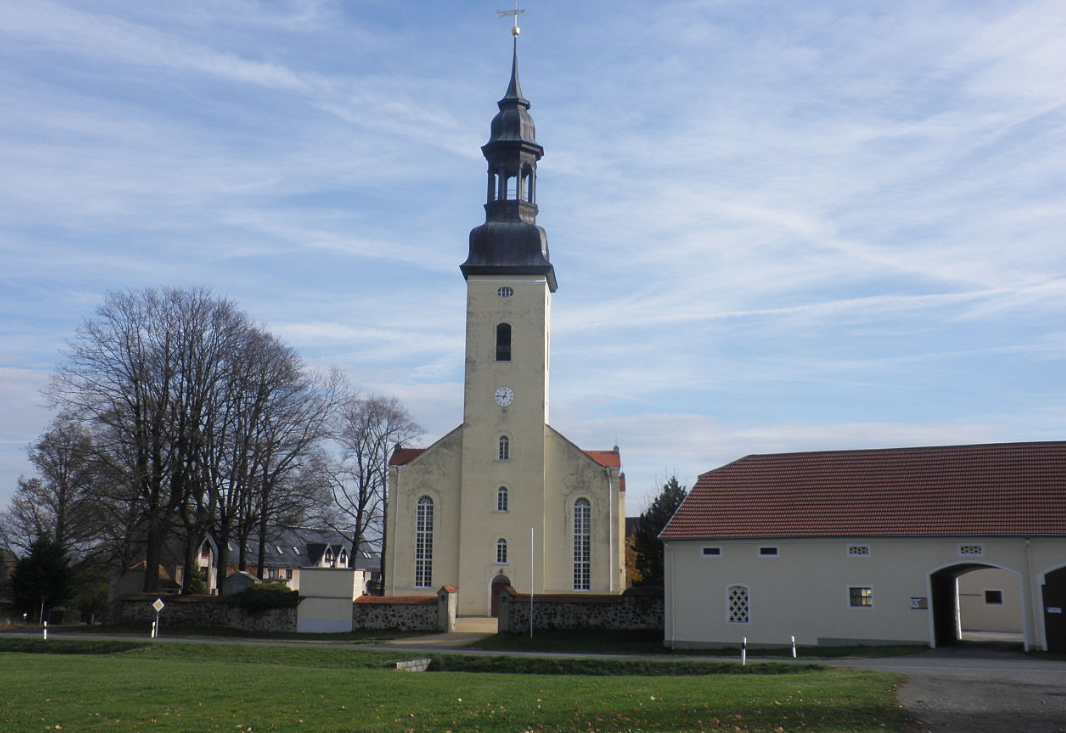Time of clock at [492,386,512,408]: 12:46
